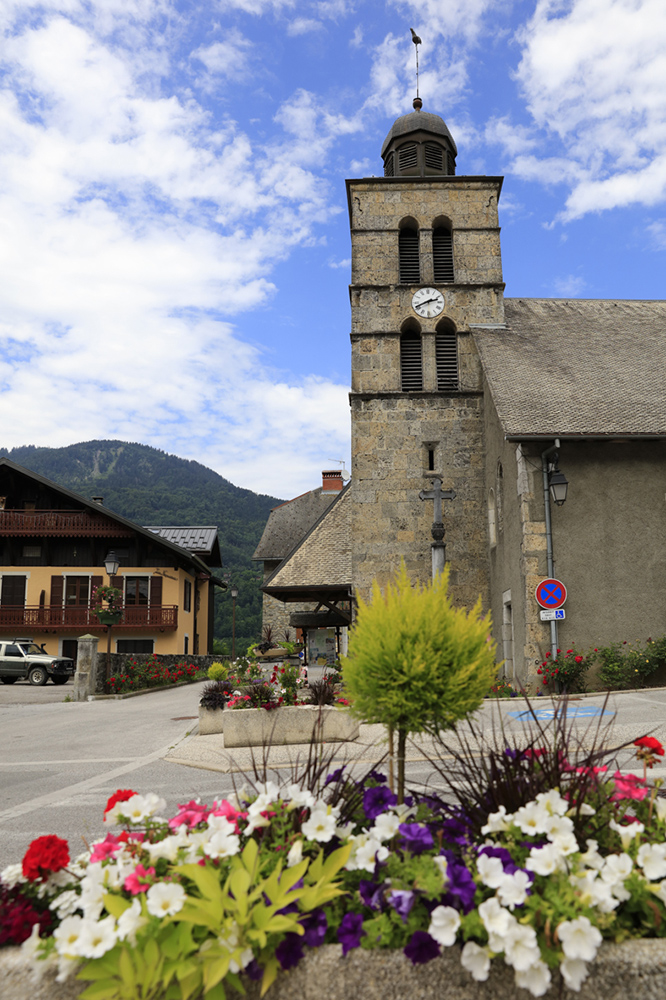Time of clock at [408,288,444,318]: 2:41
